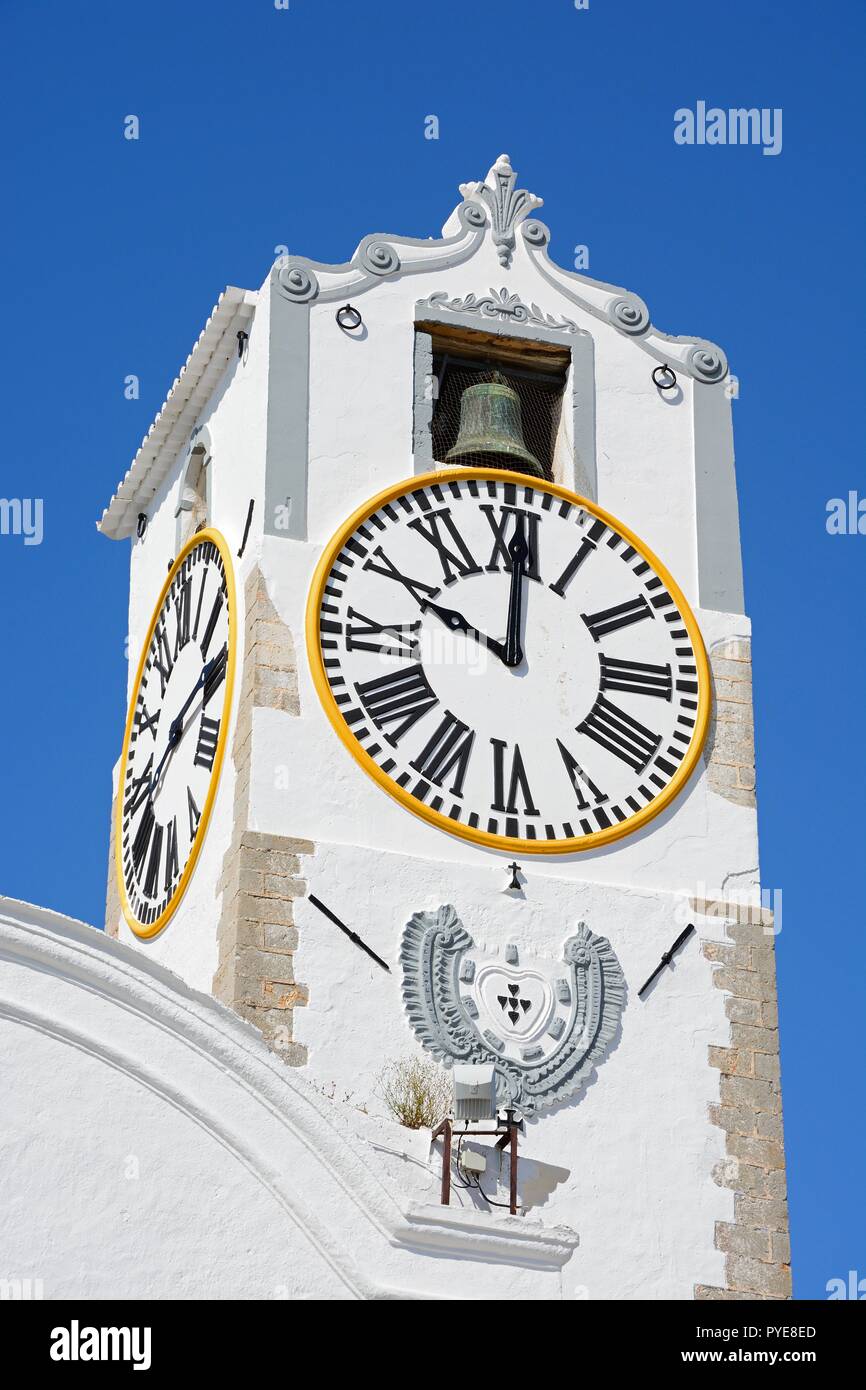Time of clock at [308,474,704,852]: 10:00
